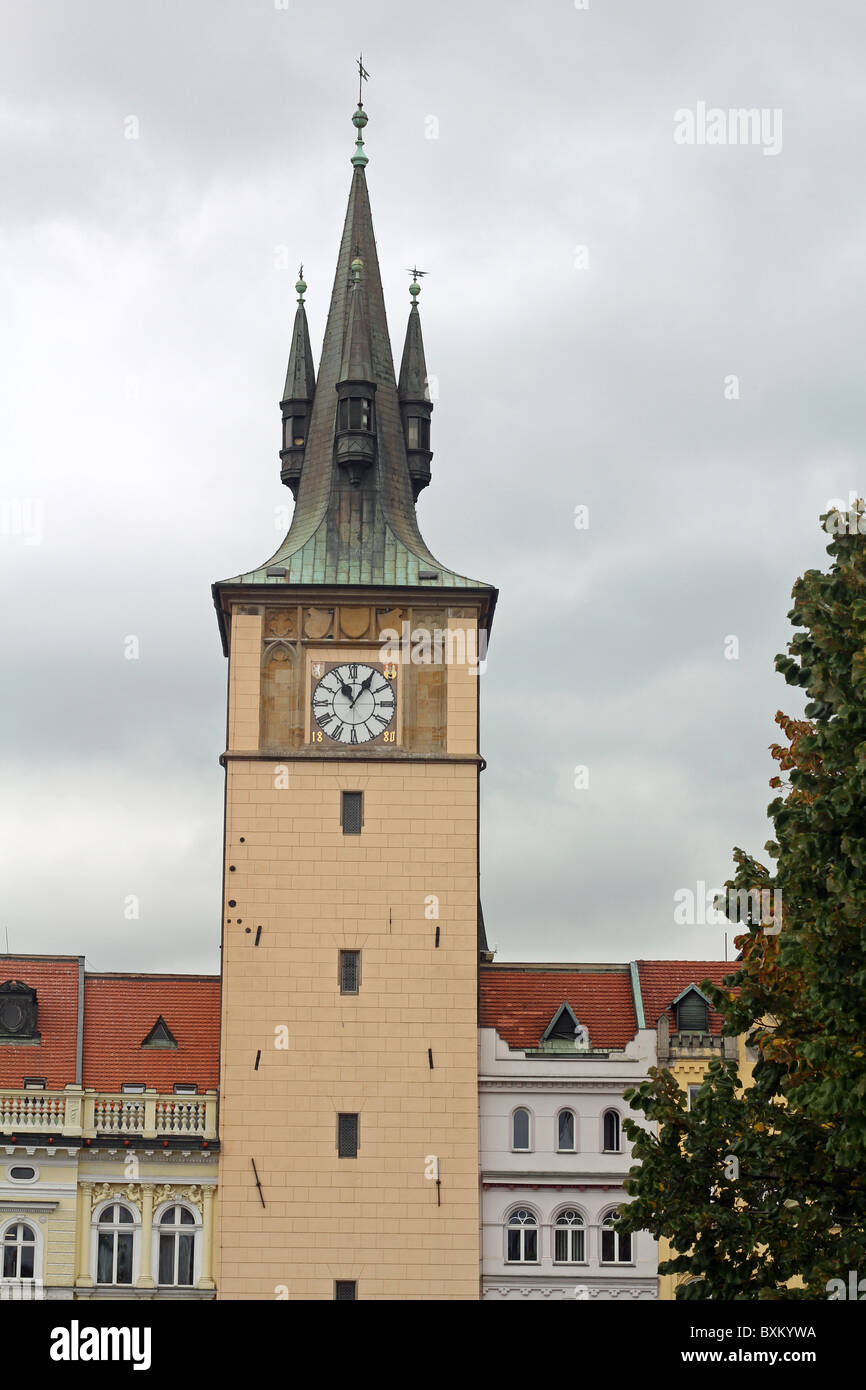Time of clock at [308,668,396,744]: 11:05
